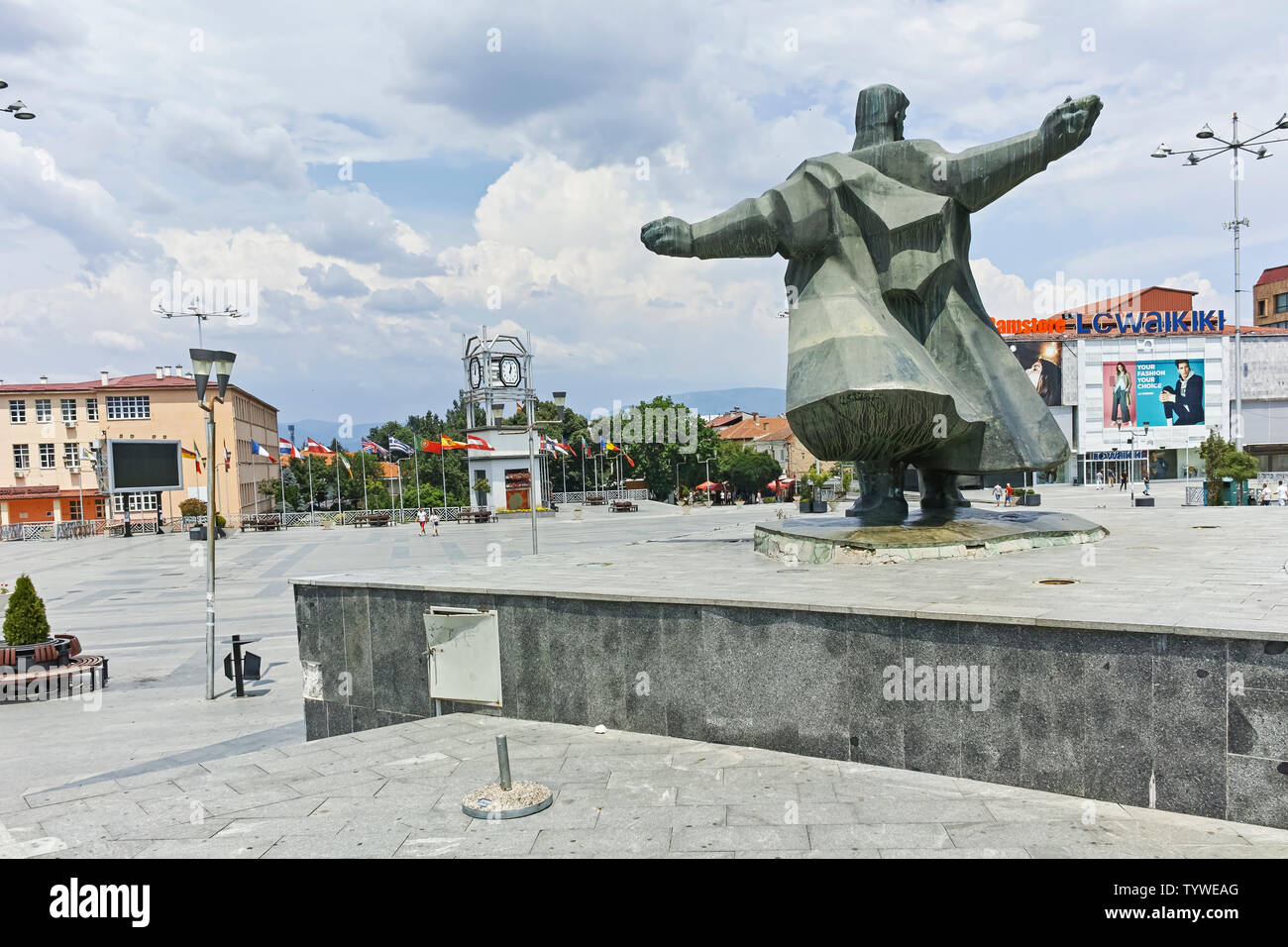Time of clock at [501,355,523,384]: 1:01
